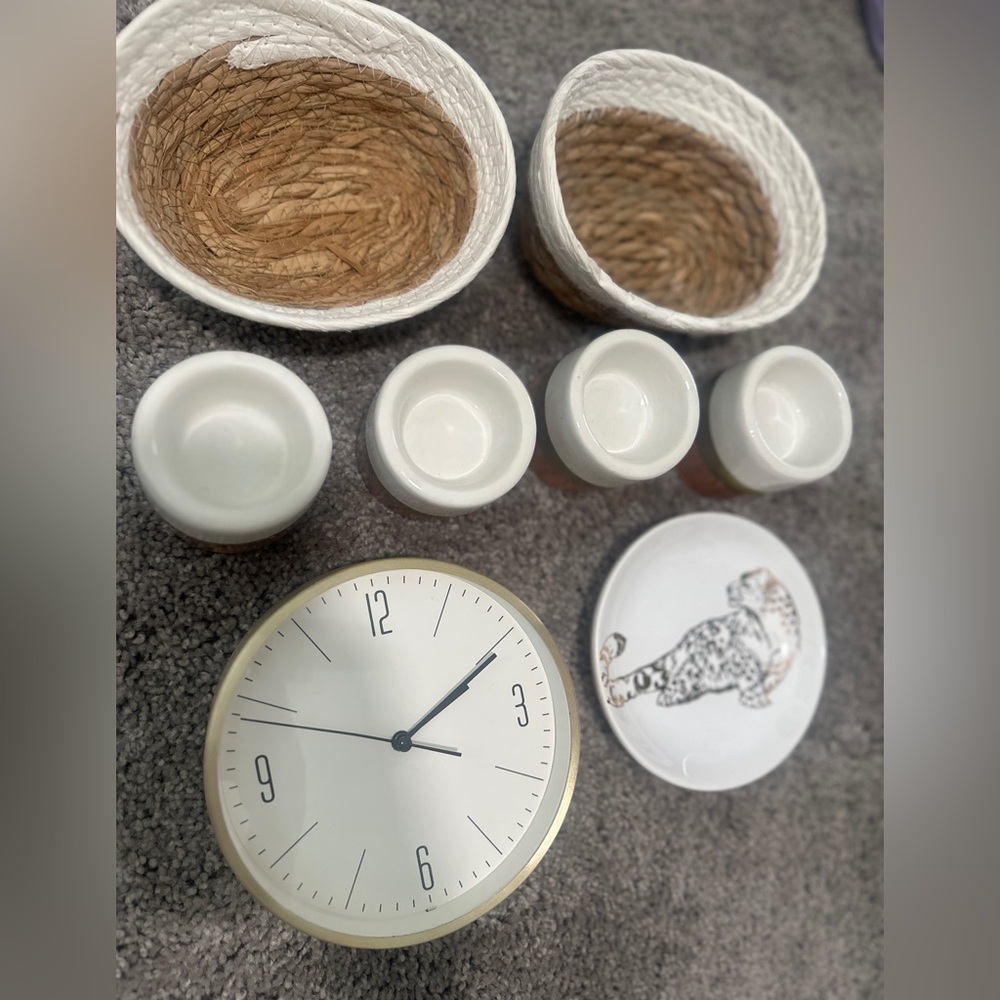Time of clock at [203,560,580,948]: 2:10
